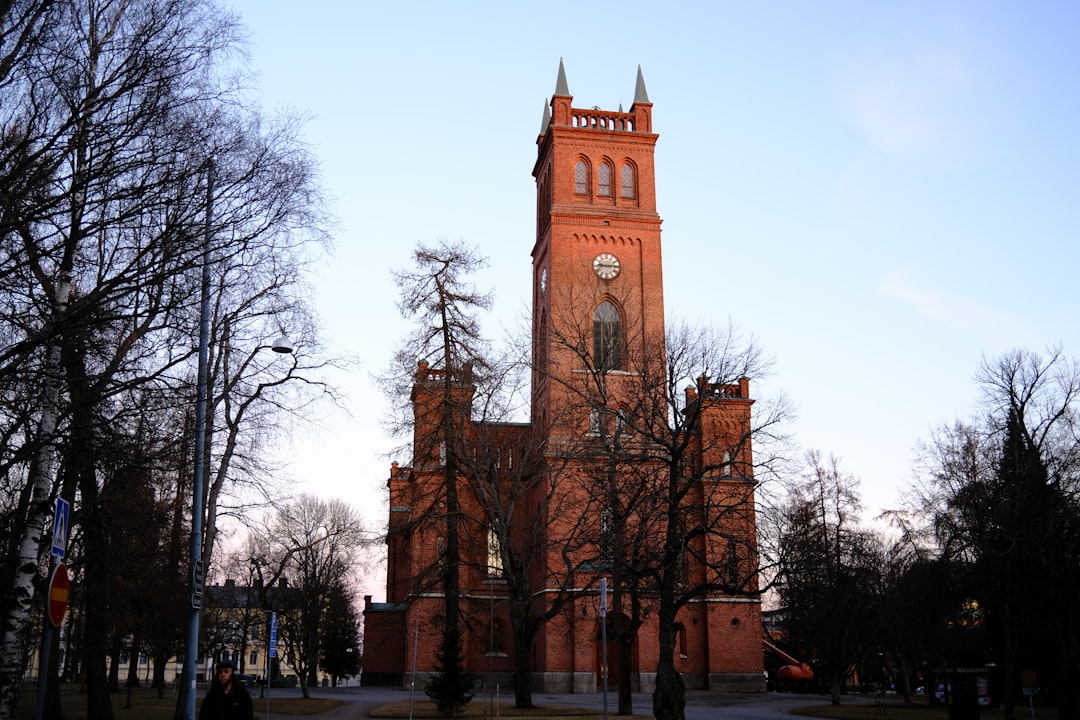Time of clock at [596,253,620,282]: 9:14
